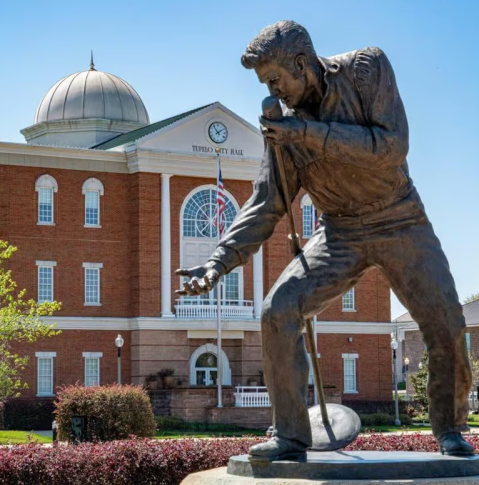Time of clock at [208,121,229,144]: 1:53
